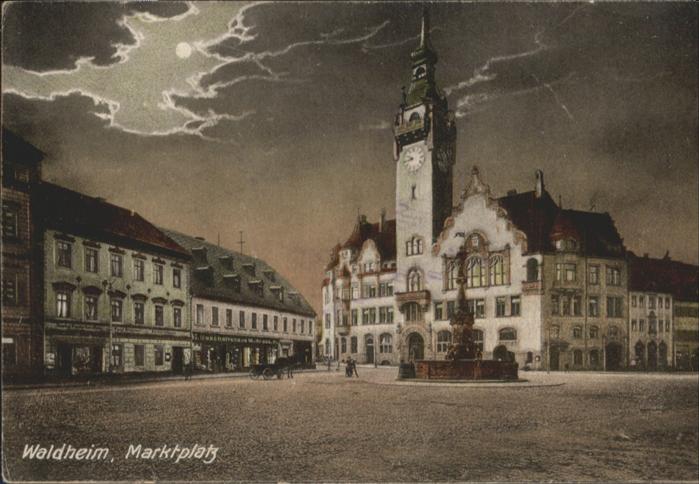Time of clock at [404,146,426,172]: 9:42
